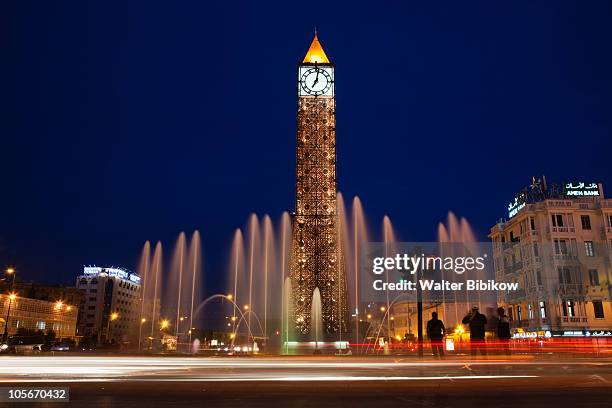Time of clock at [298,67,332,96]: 7:01
